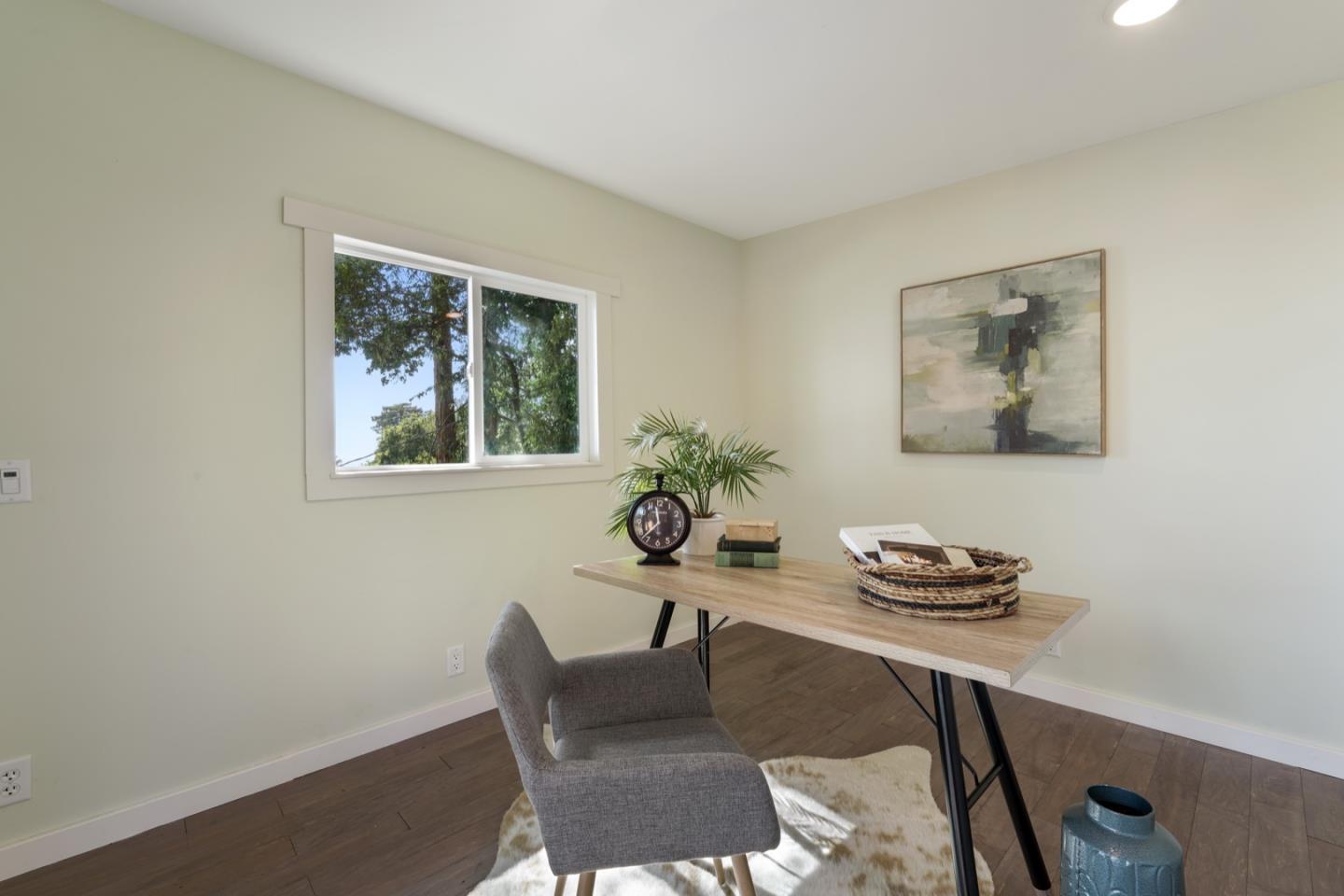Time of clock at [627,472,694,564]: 11:37
